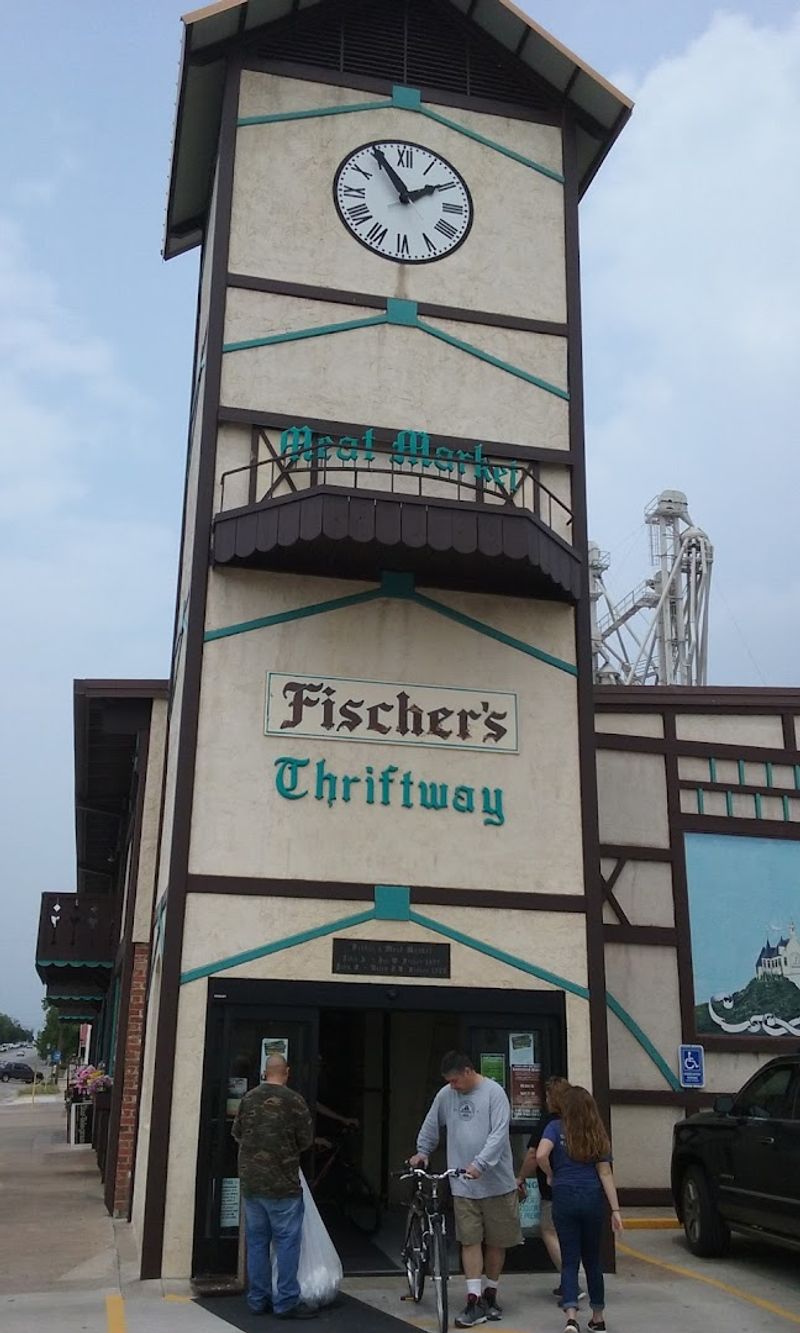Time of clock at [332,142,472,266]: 1:54
